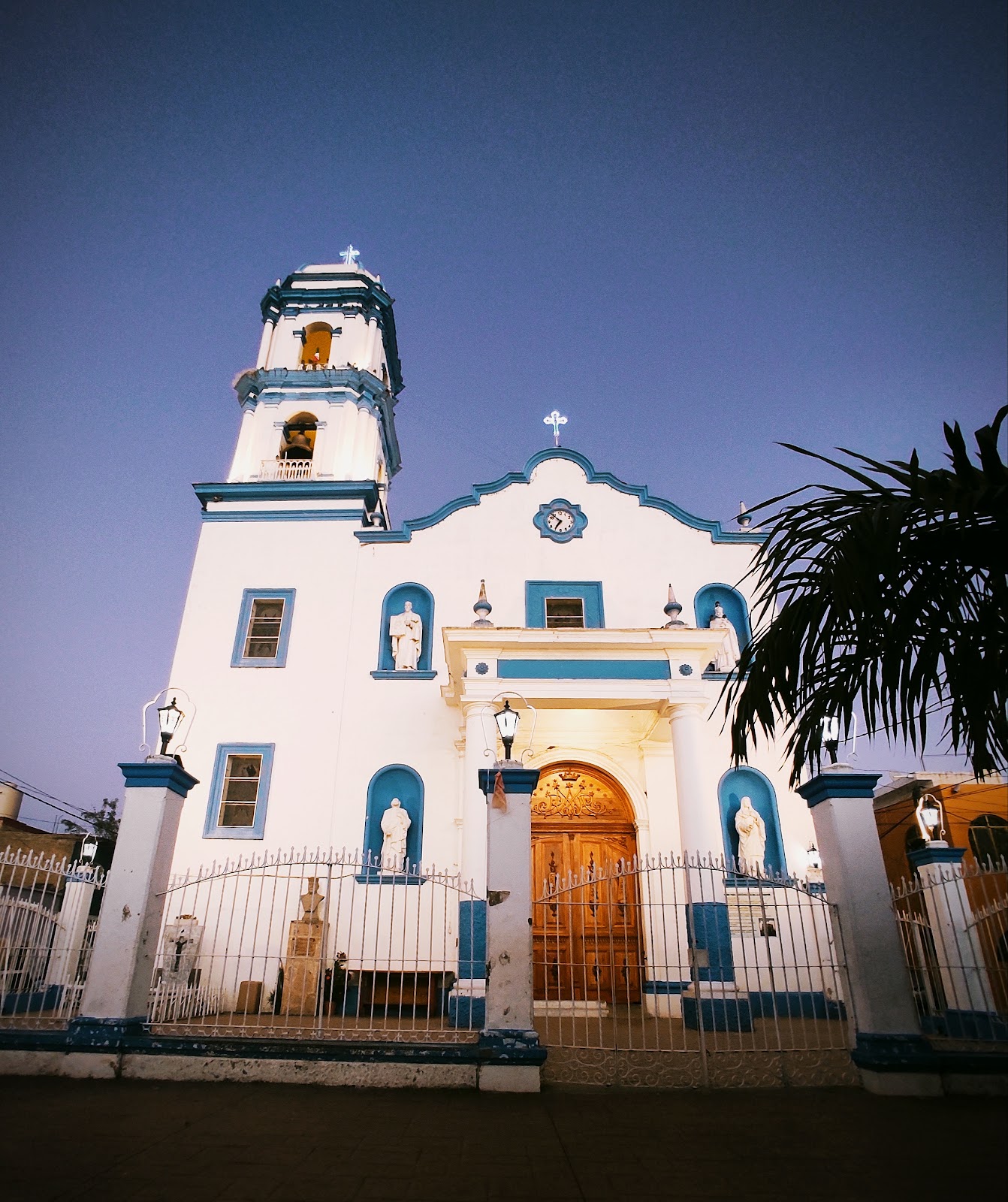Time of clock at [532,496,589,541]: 6:53
